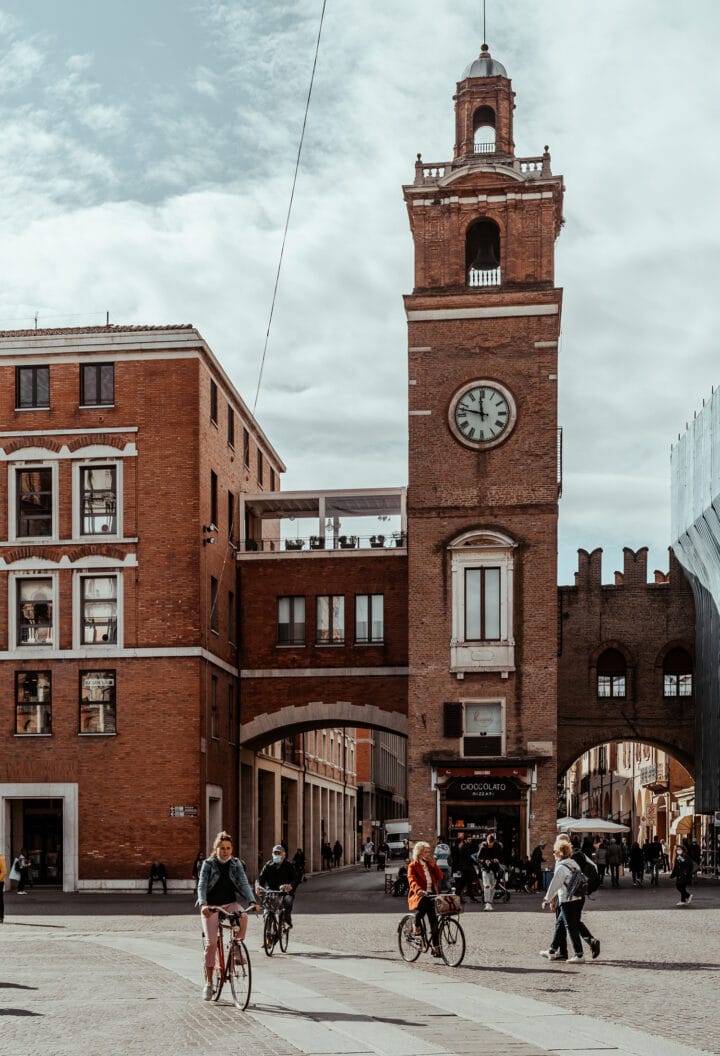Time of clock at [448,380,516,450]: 11:47
